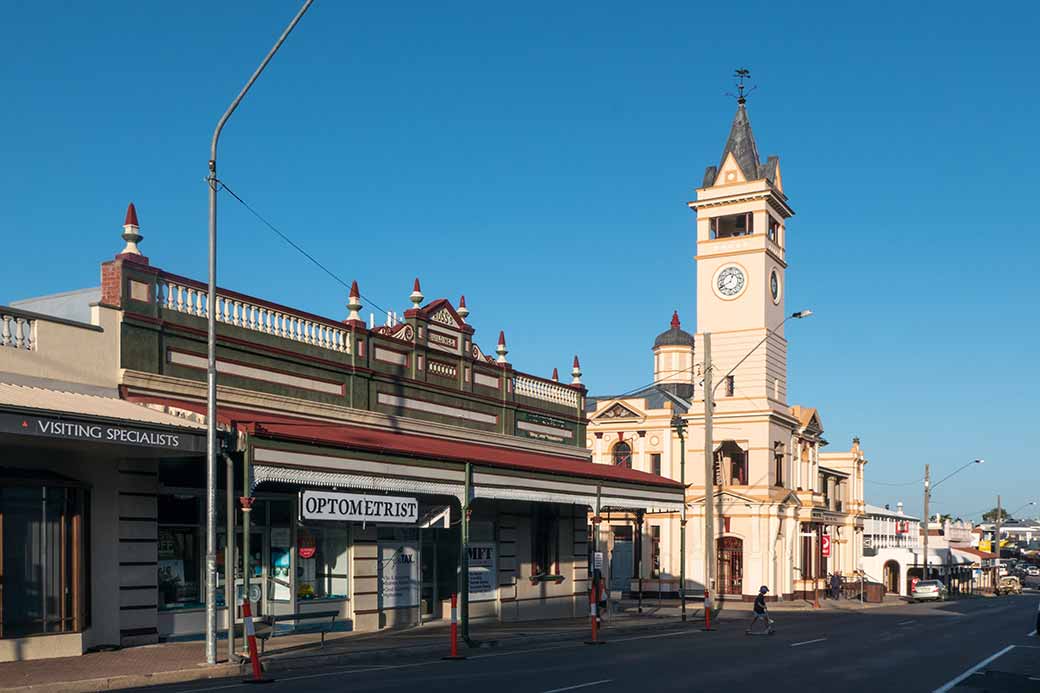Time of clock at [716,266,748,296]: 12:40
